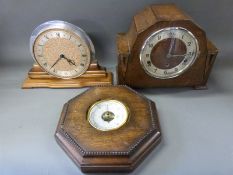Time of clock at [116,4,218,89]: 12:16
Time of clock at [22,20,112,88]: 4:37
